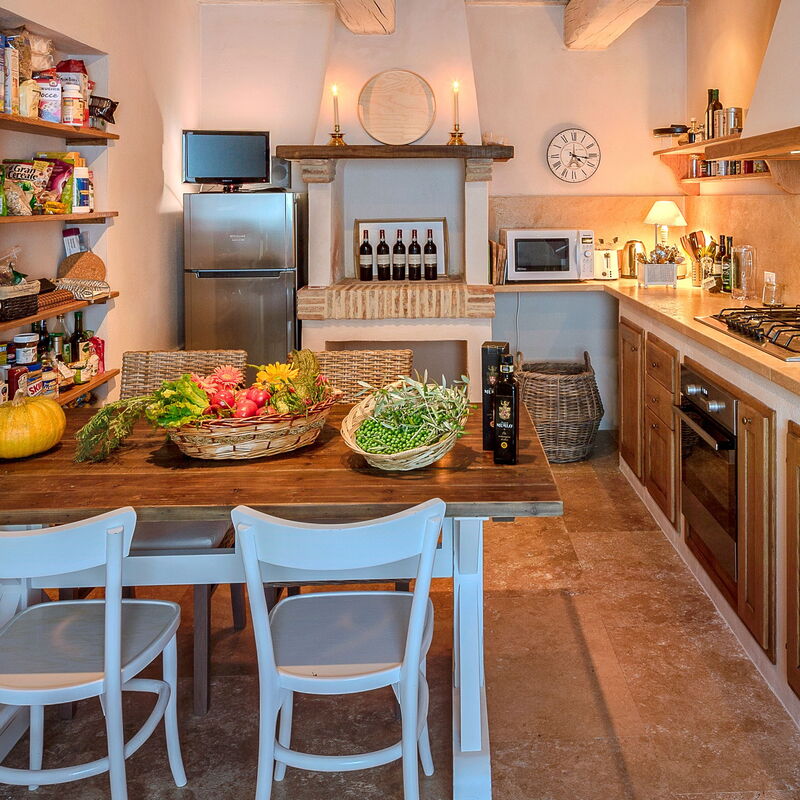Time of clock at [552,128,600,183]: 4:16
